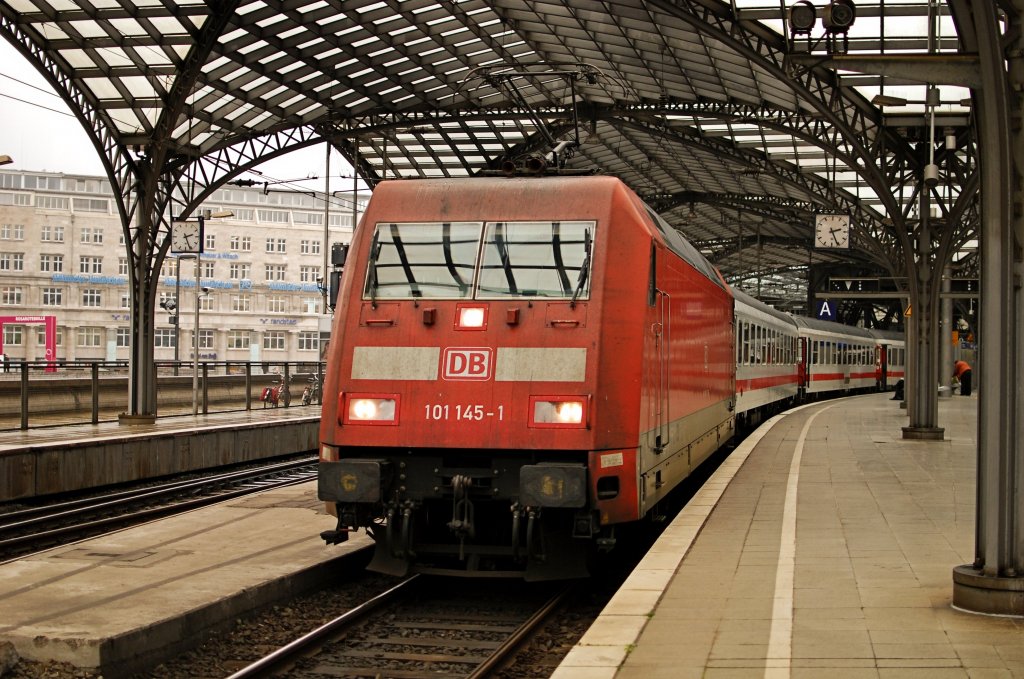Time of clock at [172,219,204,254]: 2:26
